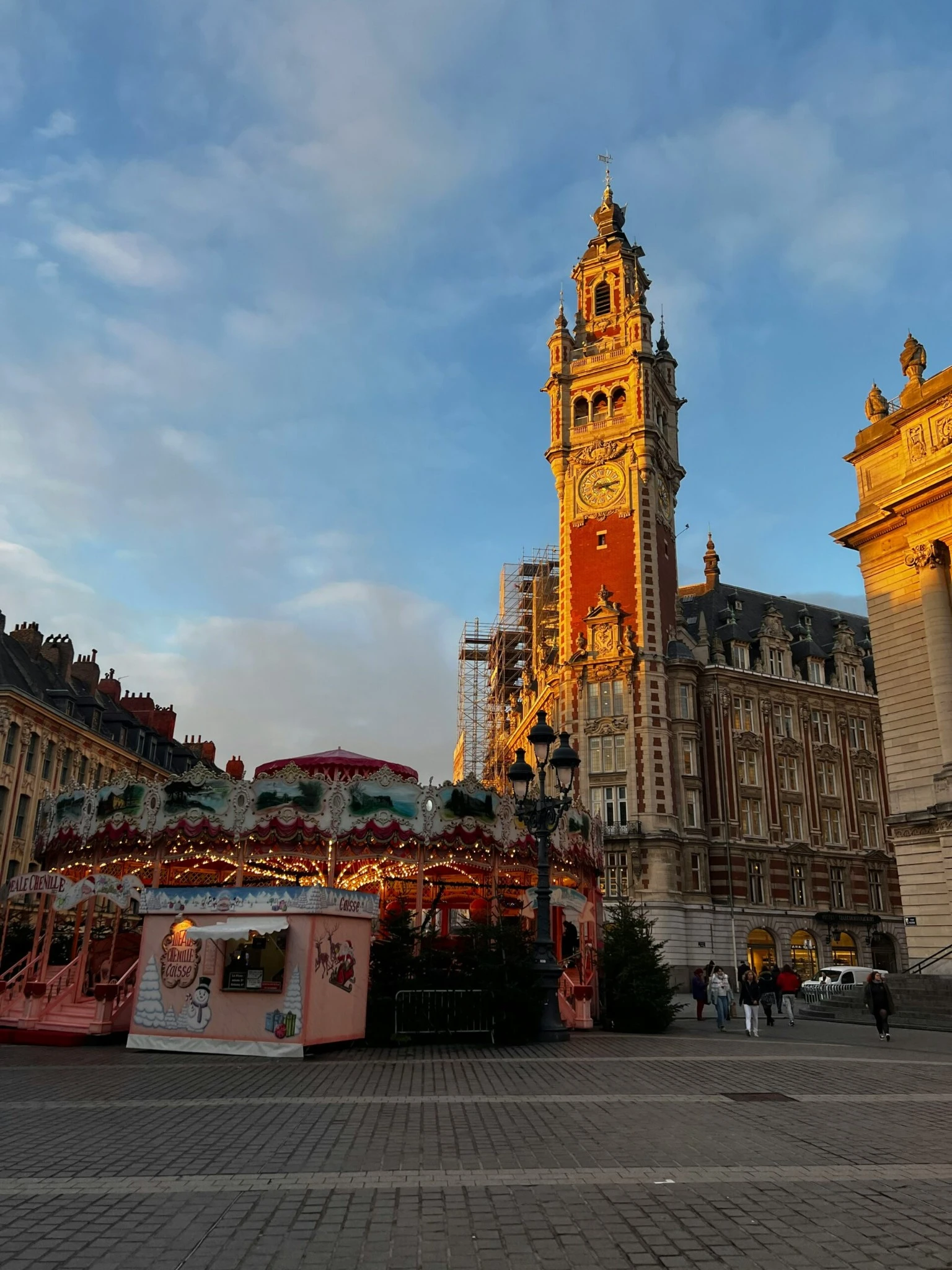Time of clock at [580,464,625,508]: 4:13
